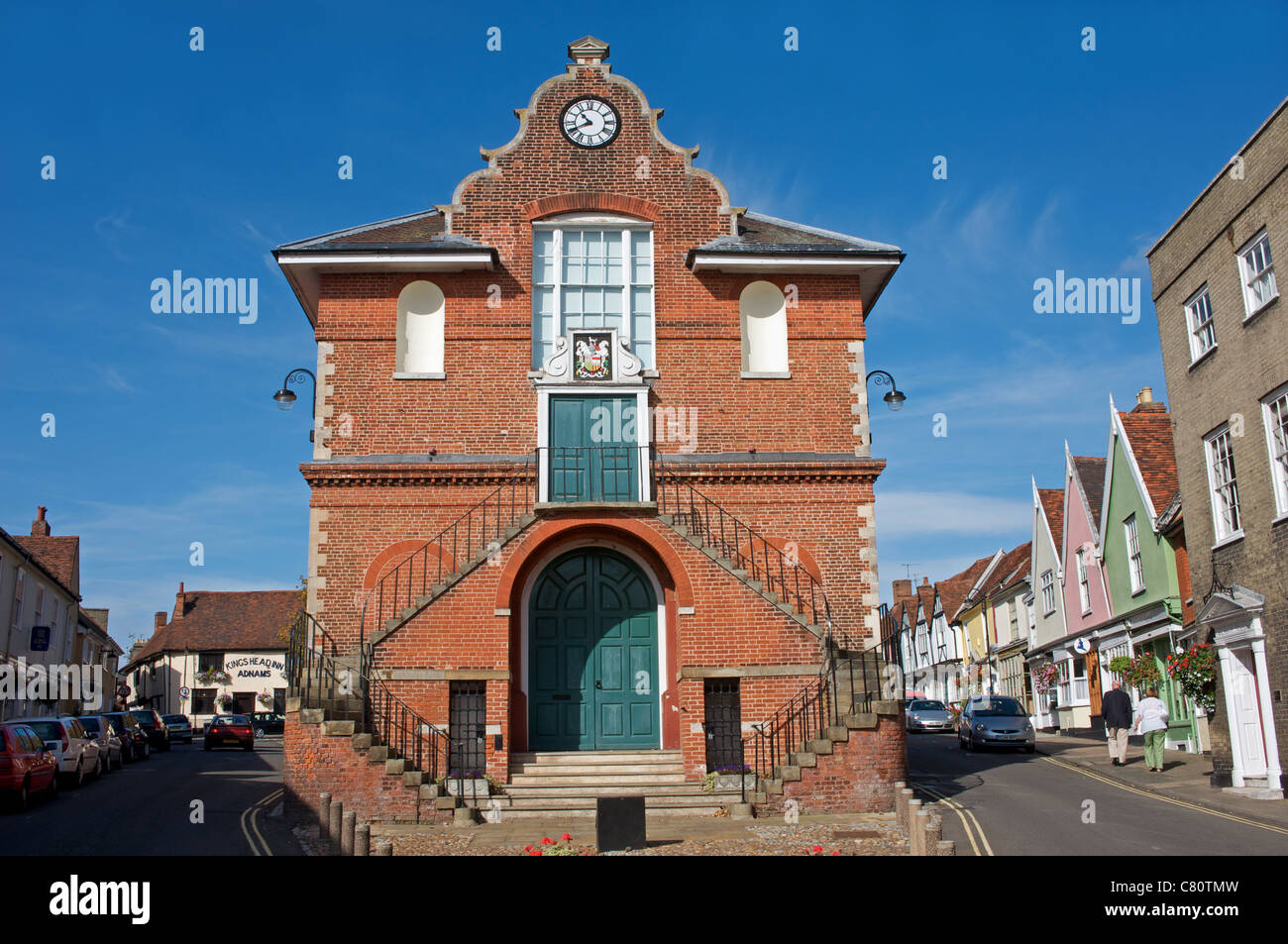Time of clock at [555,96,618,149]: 10:41
